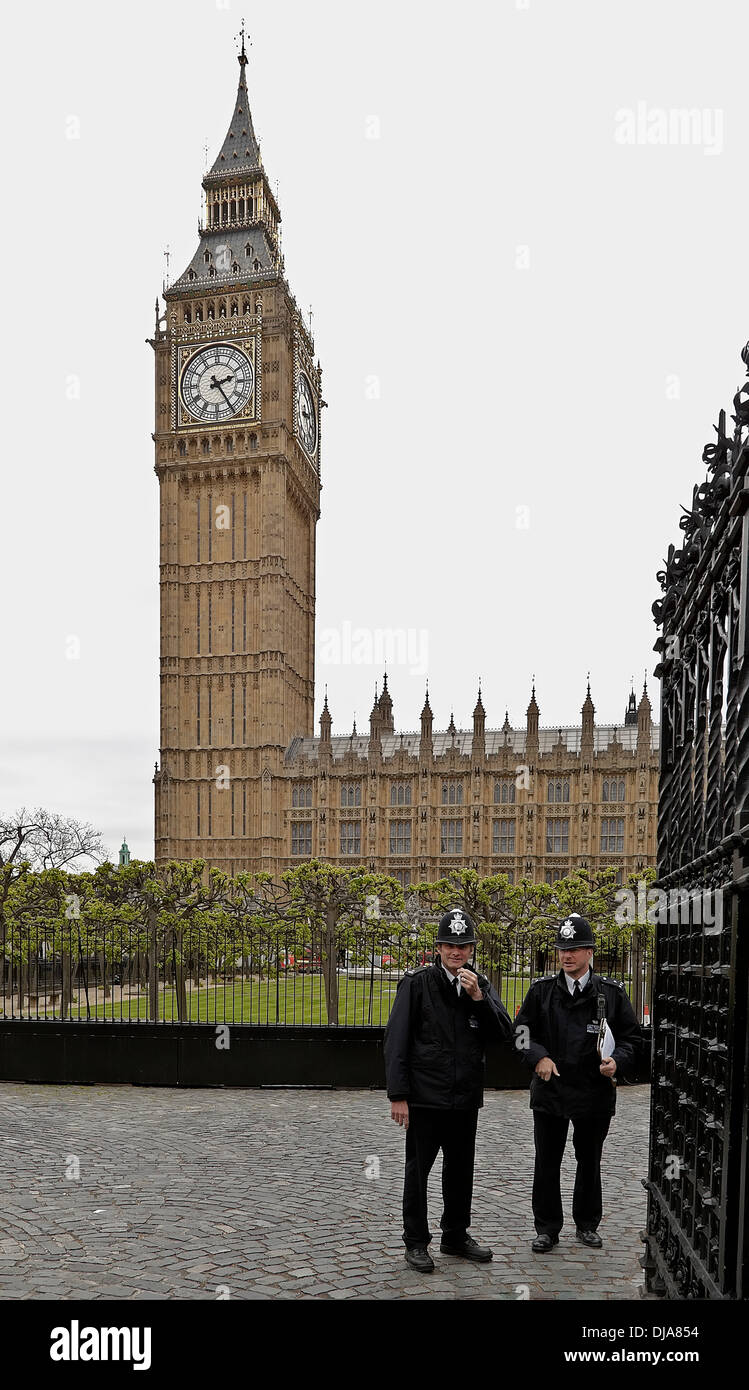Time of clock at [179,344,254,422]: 2:24
